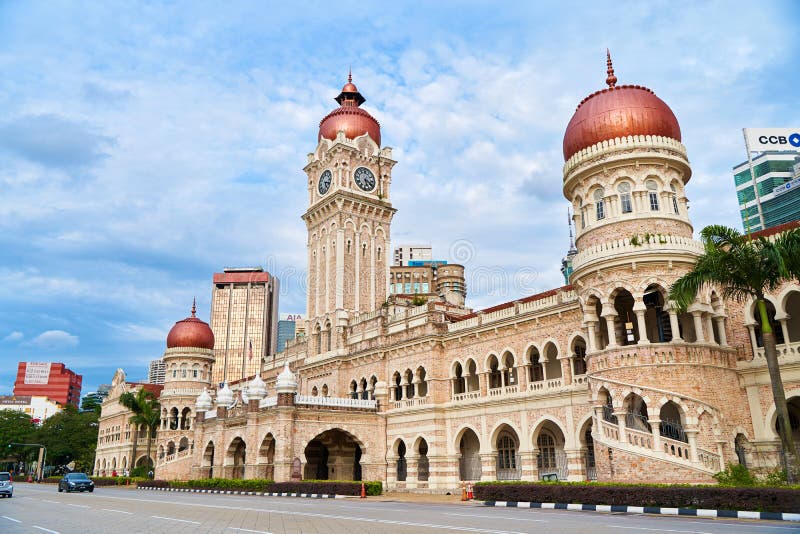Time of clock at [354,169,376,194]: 5:18
